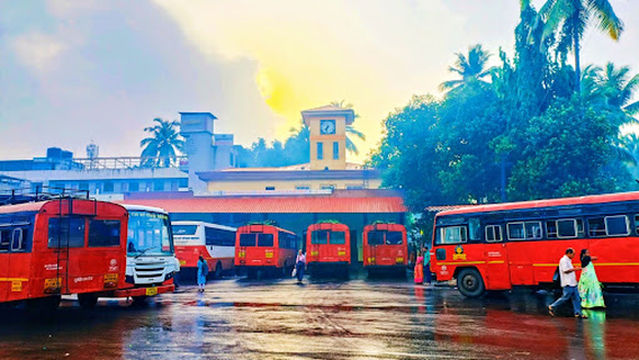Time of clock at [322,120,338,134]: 7:32
